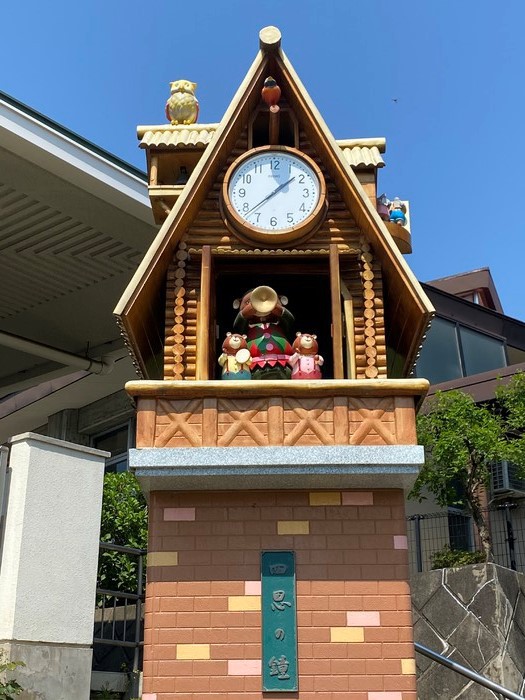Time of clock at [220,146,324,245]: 1:38
